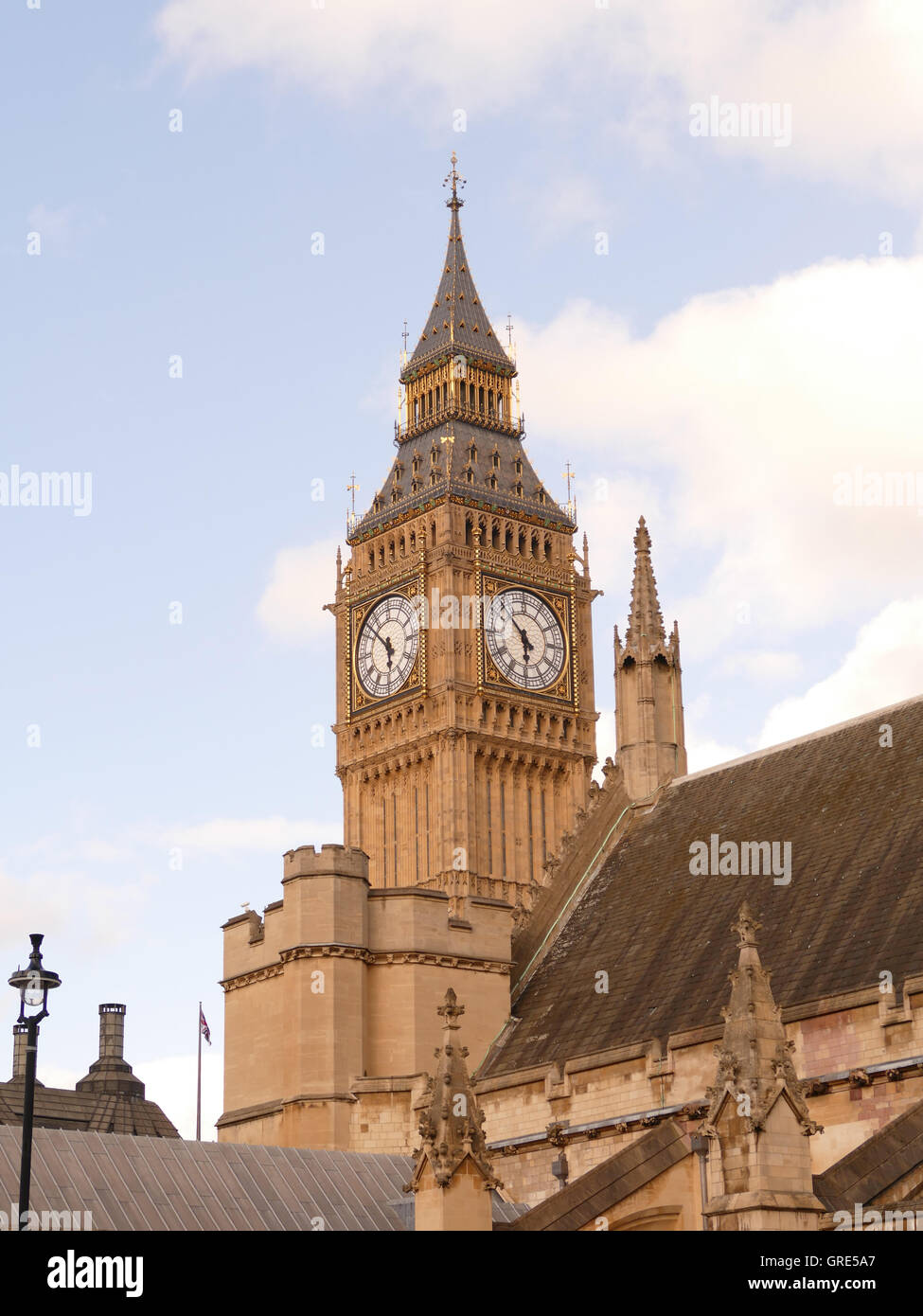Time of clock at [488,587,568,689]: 5:52
